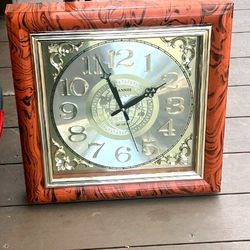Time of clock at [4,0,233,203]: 1:56
